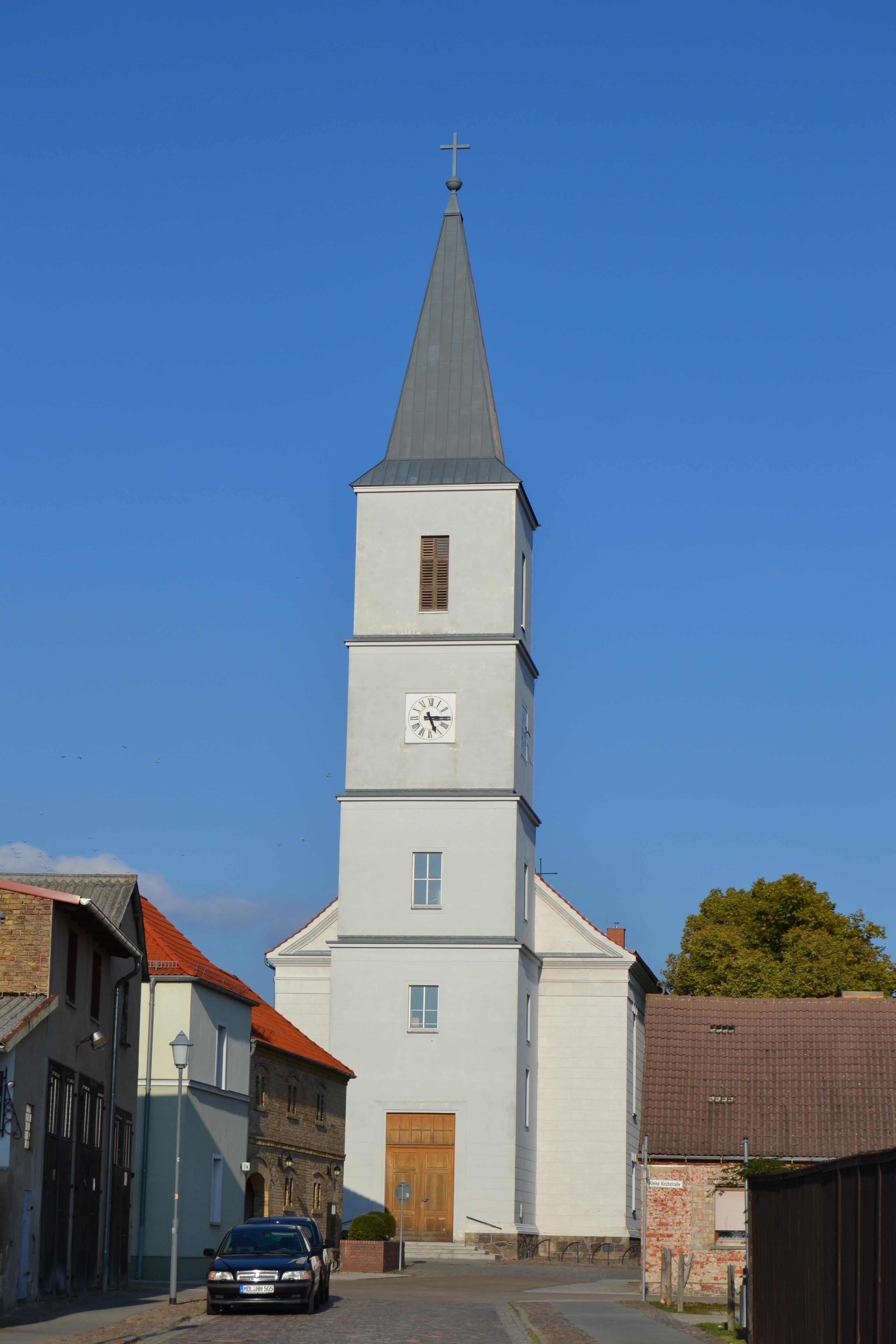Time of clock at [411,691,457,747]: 5:15
